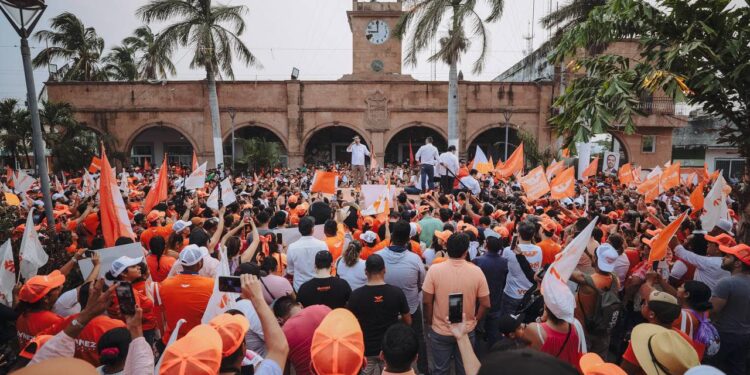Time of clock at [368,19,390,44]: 8:59
